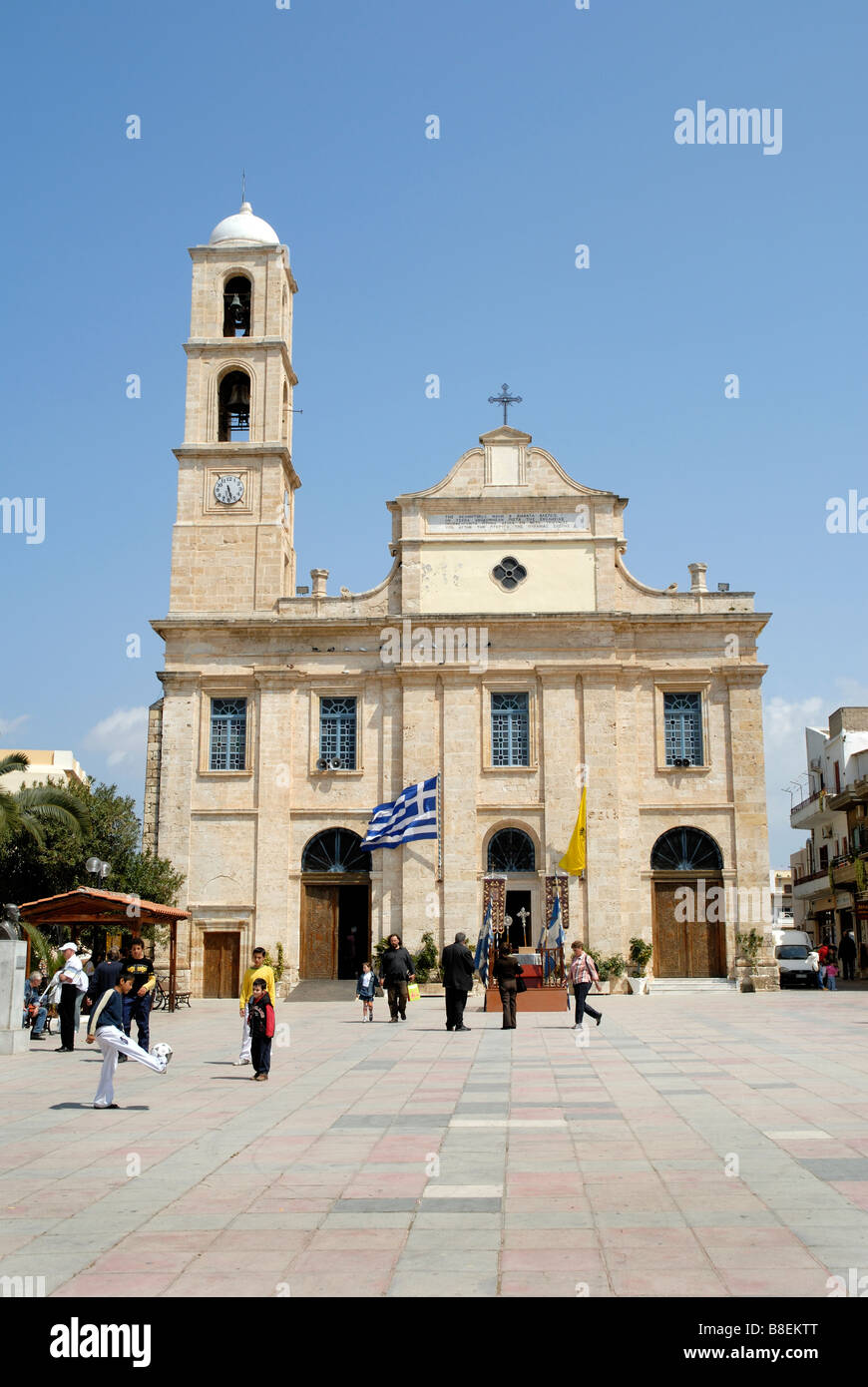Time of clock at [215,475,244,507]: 5:27
